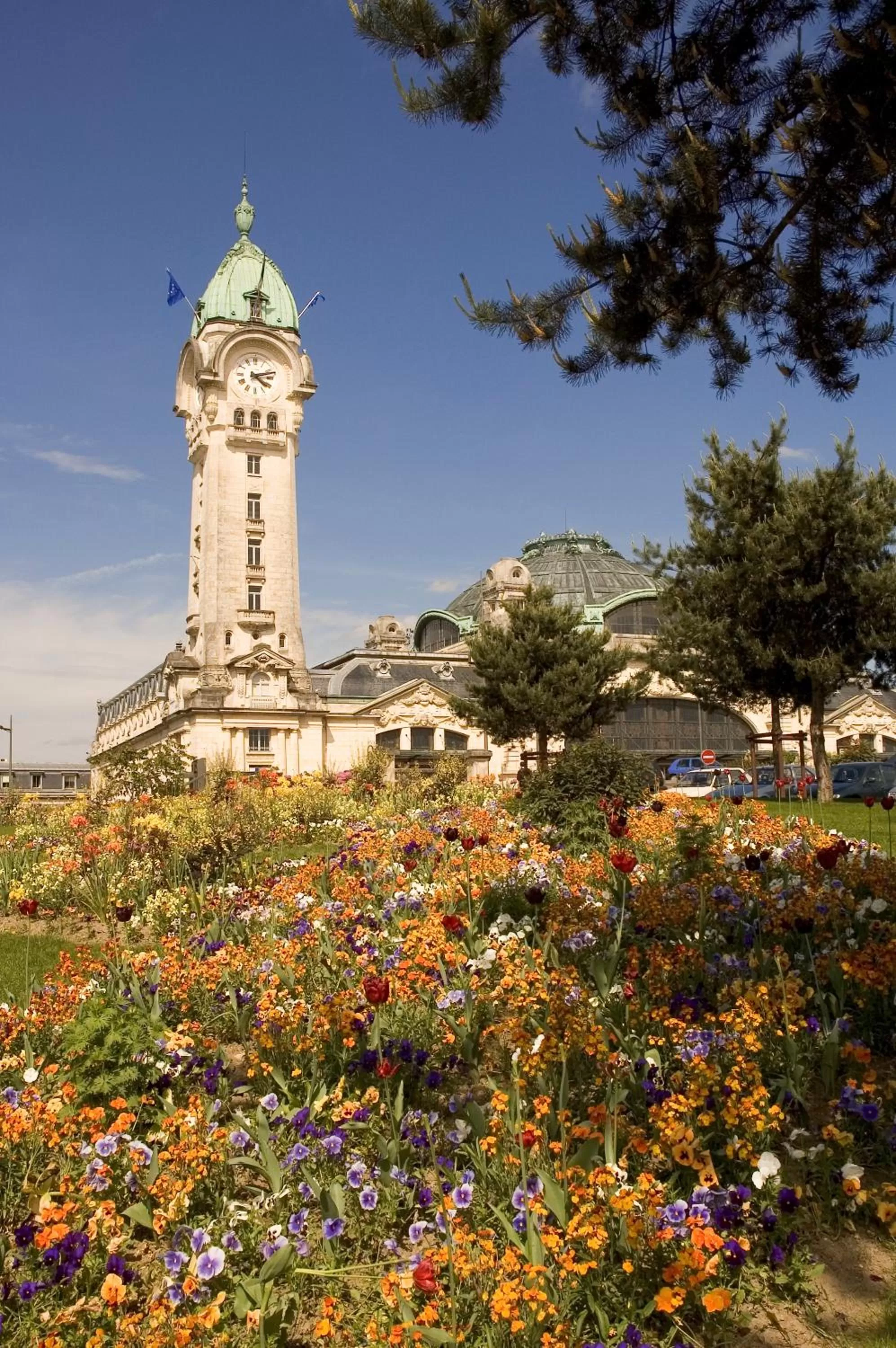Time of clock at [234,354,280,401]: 4:12
